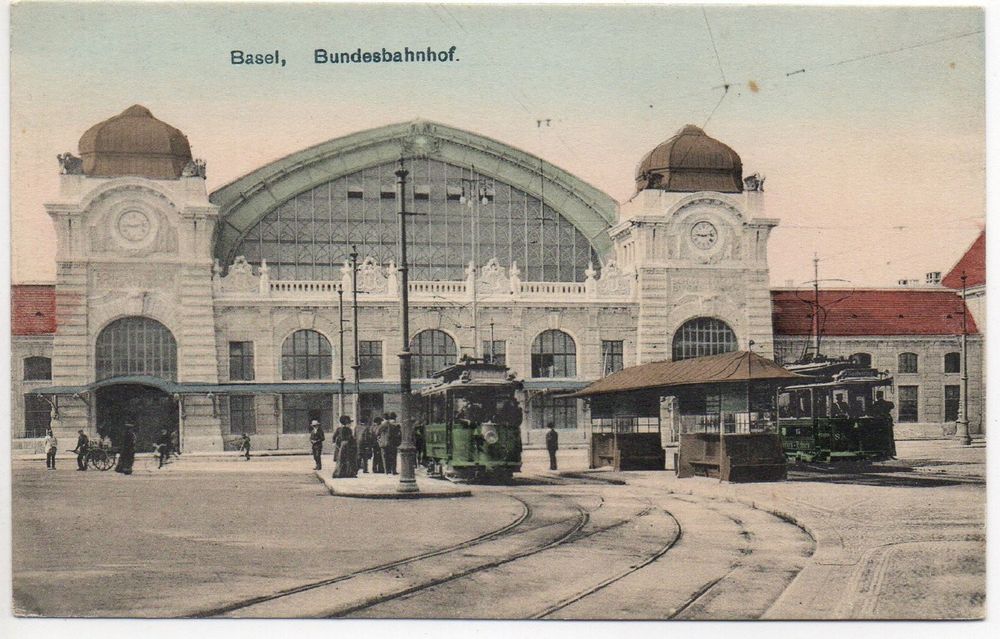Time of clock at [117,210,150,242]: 9:12
